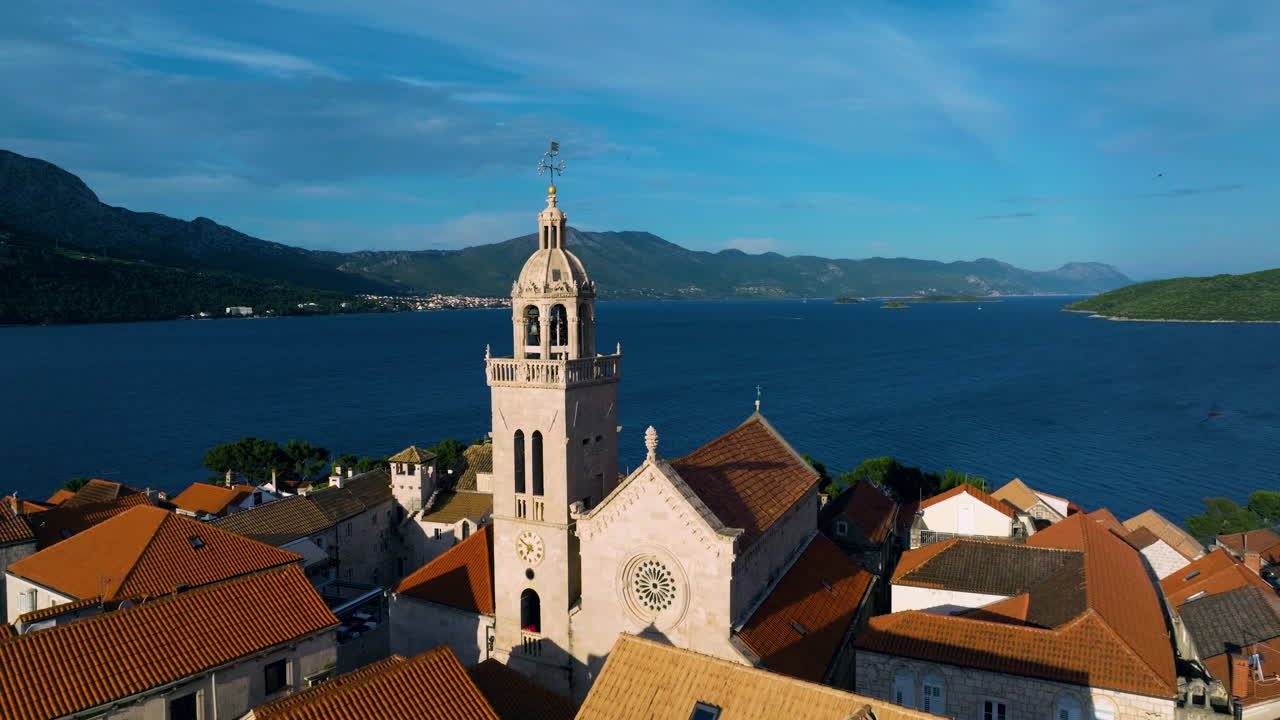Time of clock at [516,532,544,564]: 6:49
